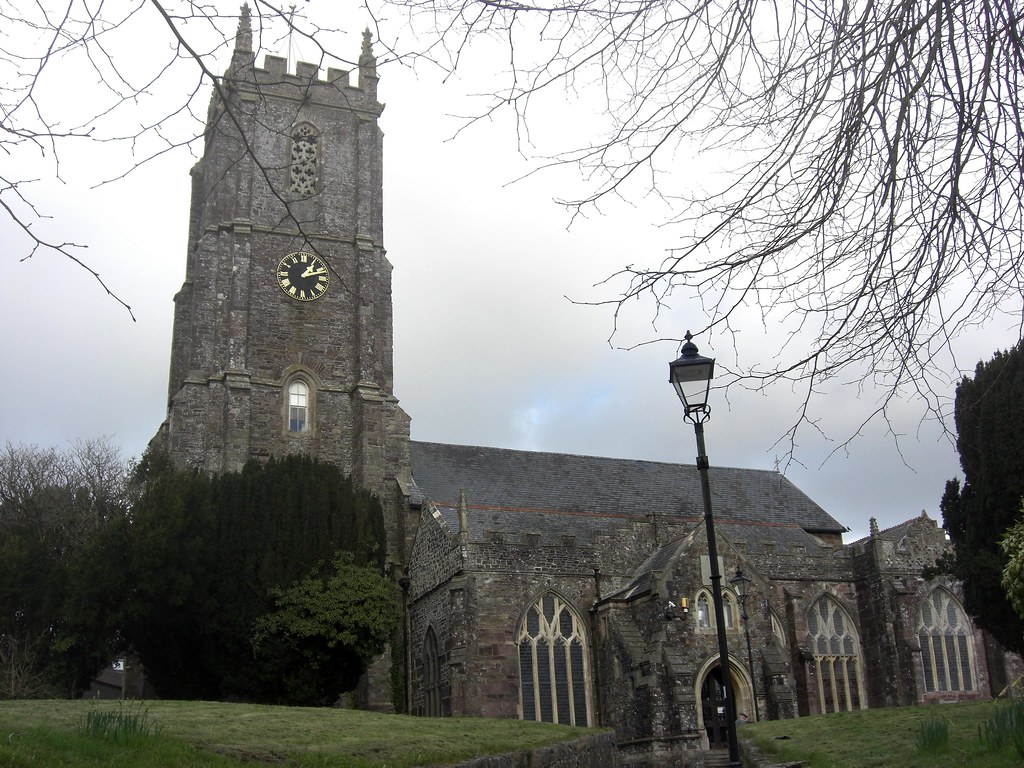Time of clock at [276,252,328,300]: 1:12
